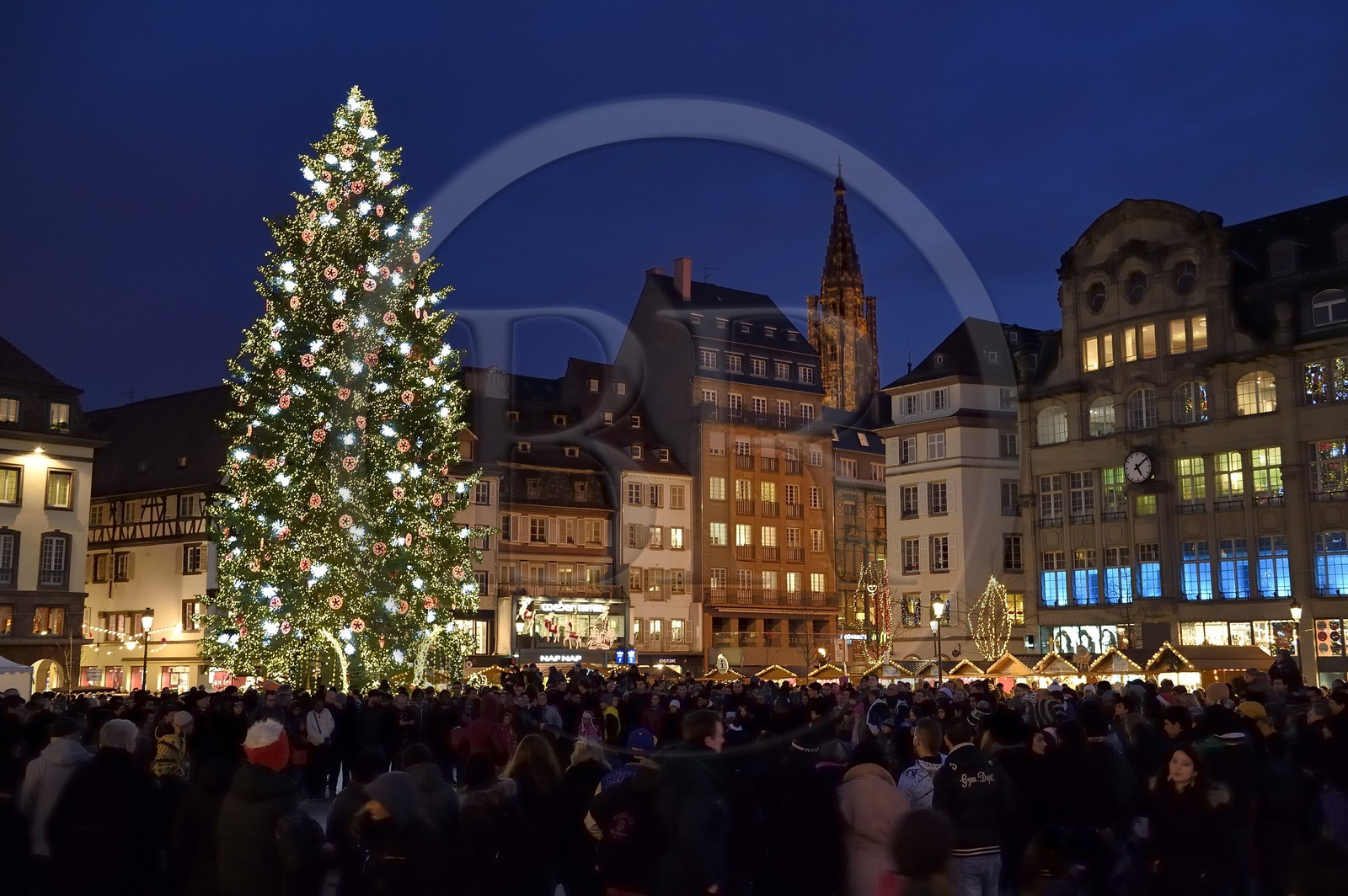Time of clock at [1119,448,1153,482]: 5:08
